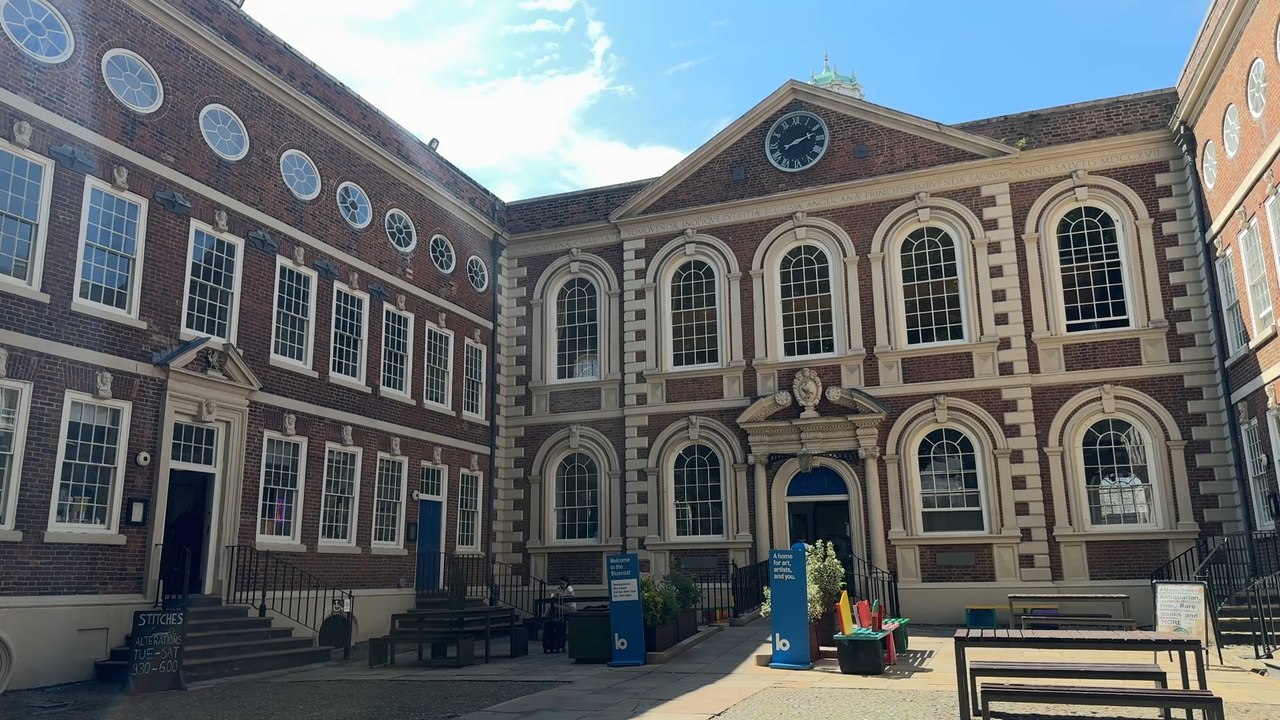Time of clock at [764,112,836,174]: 8:12
